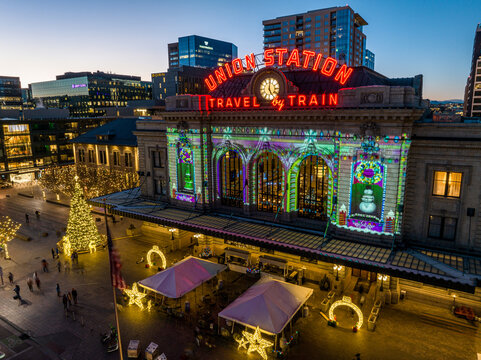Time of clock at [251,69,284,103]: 5:00
